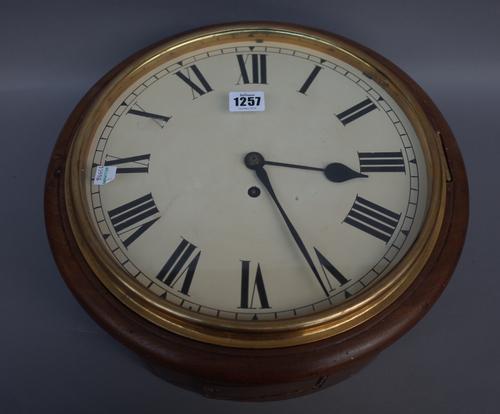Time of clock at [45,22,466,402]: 3:25
